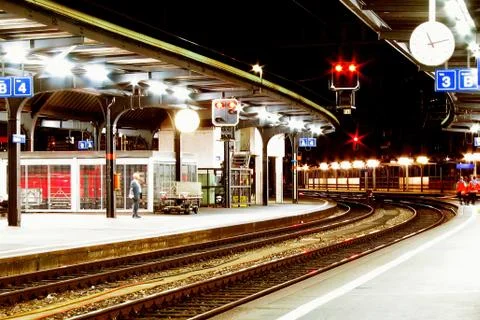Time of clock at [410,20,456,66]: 11:12
